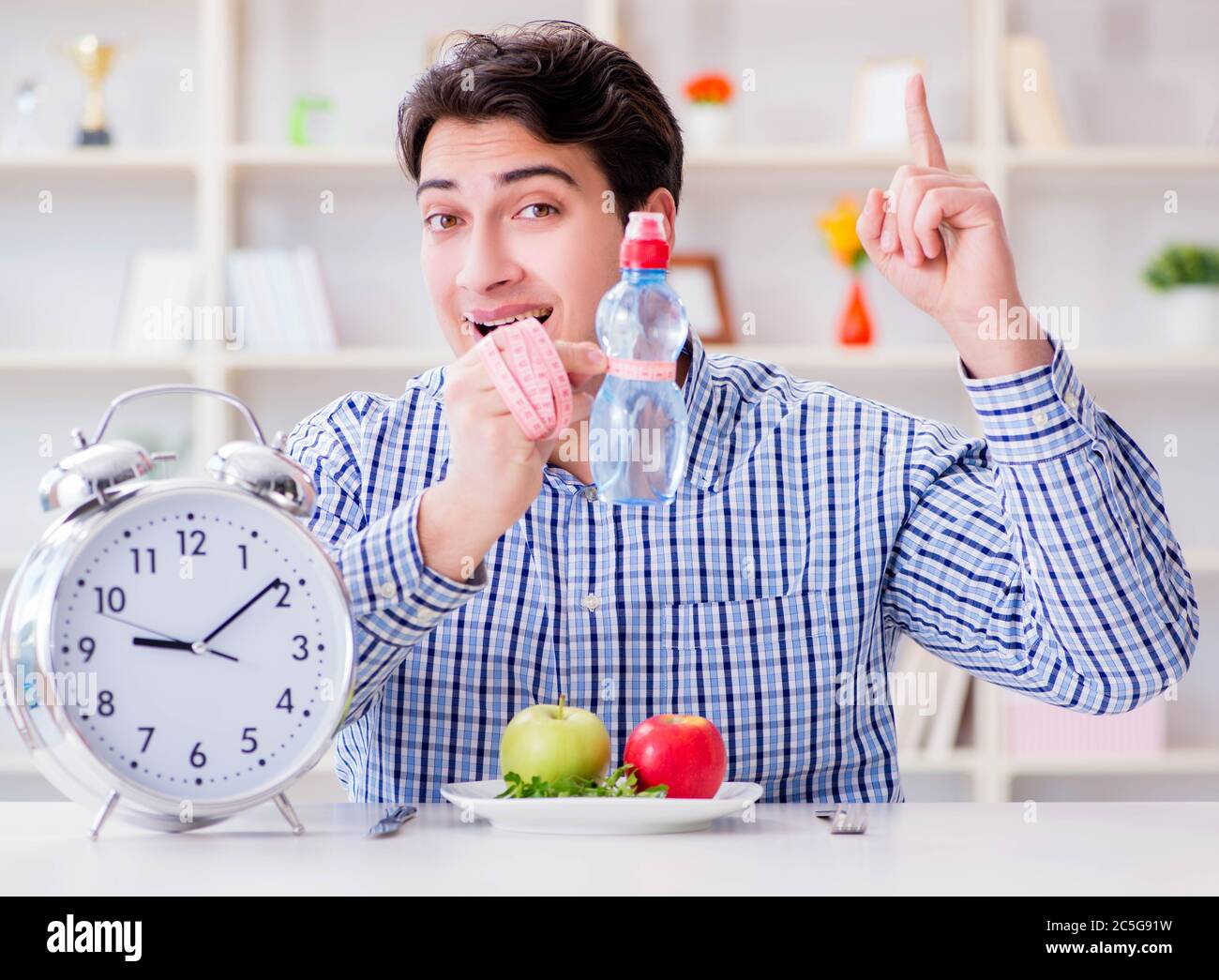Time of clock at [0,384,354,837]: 9:09
